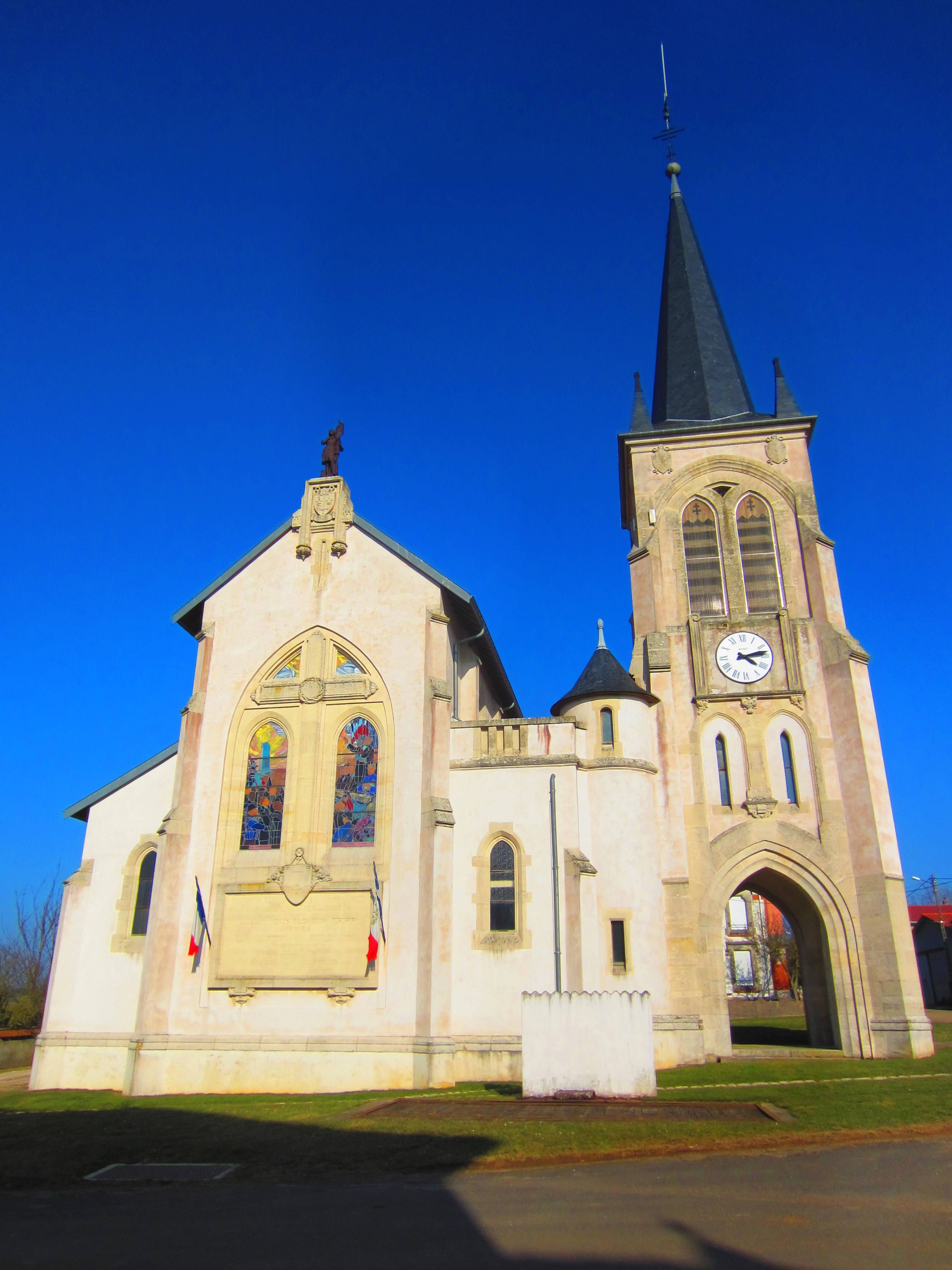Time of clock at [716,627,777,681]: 4:13
